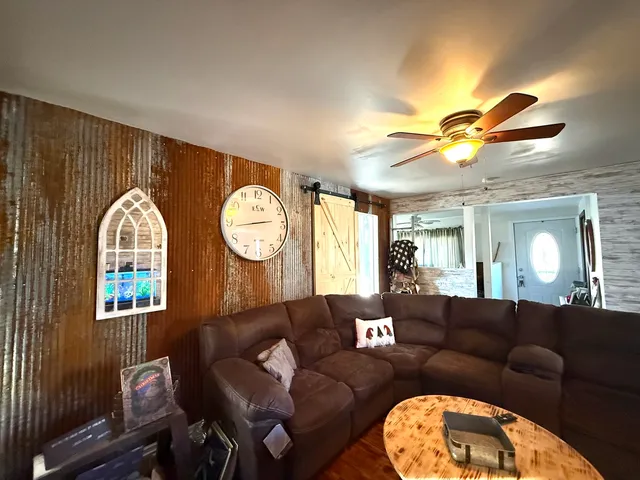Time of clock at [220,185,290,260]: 2:43
